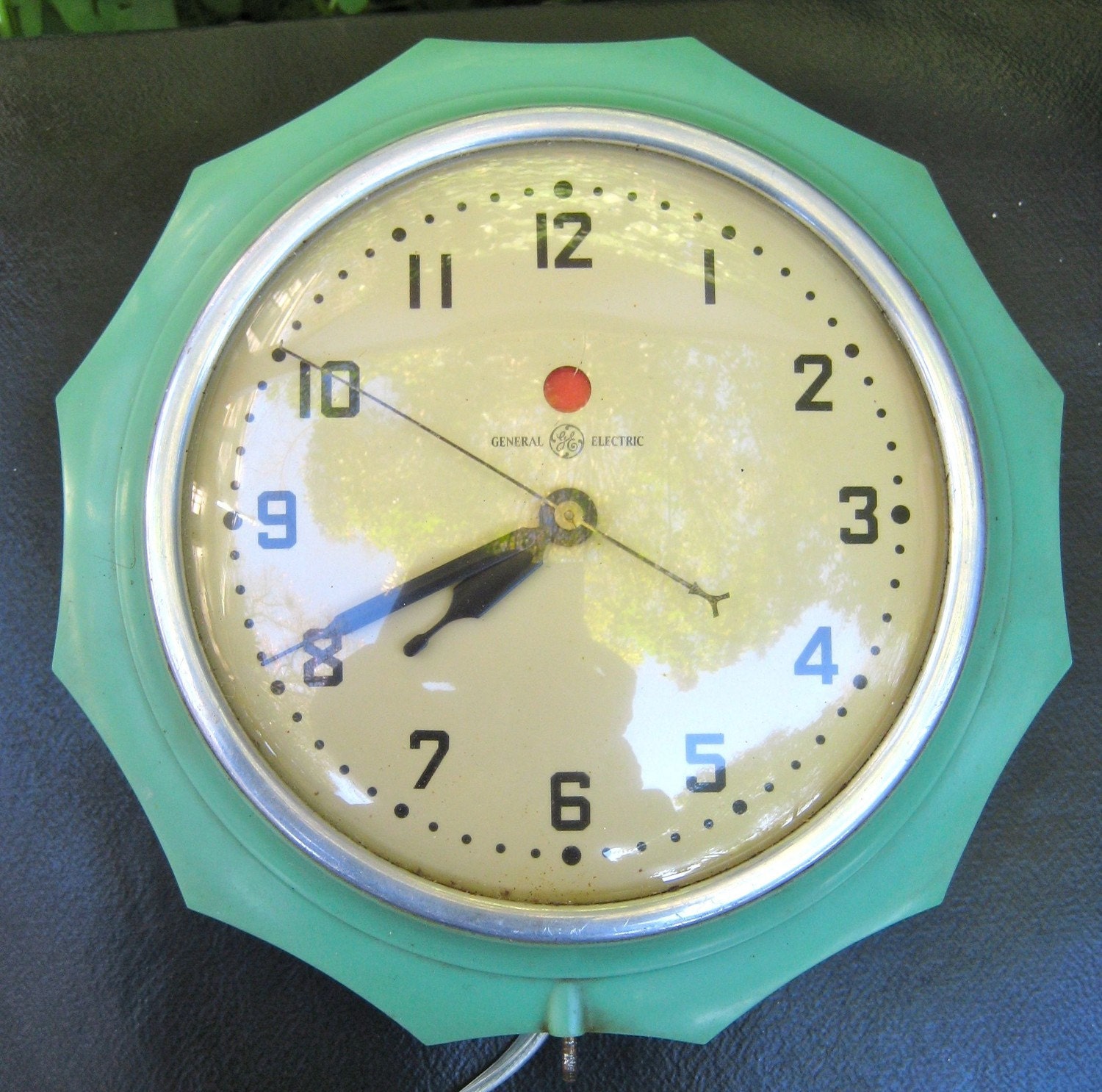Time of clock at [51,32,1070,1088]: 7:40
